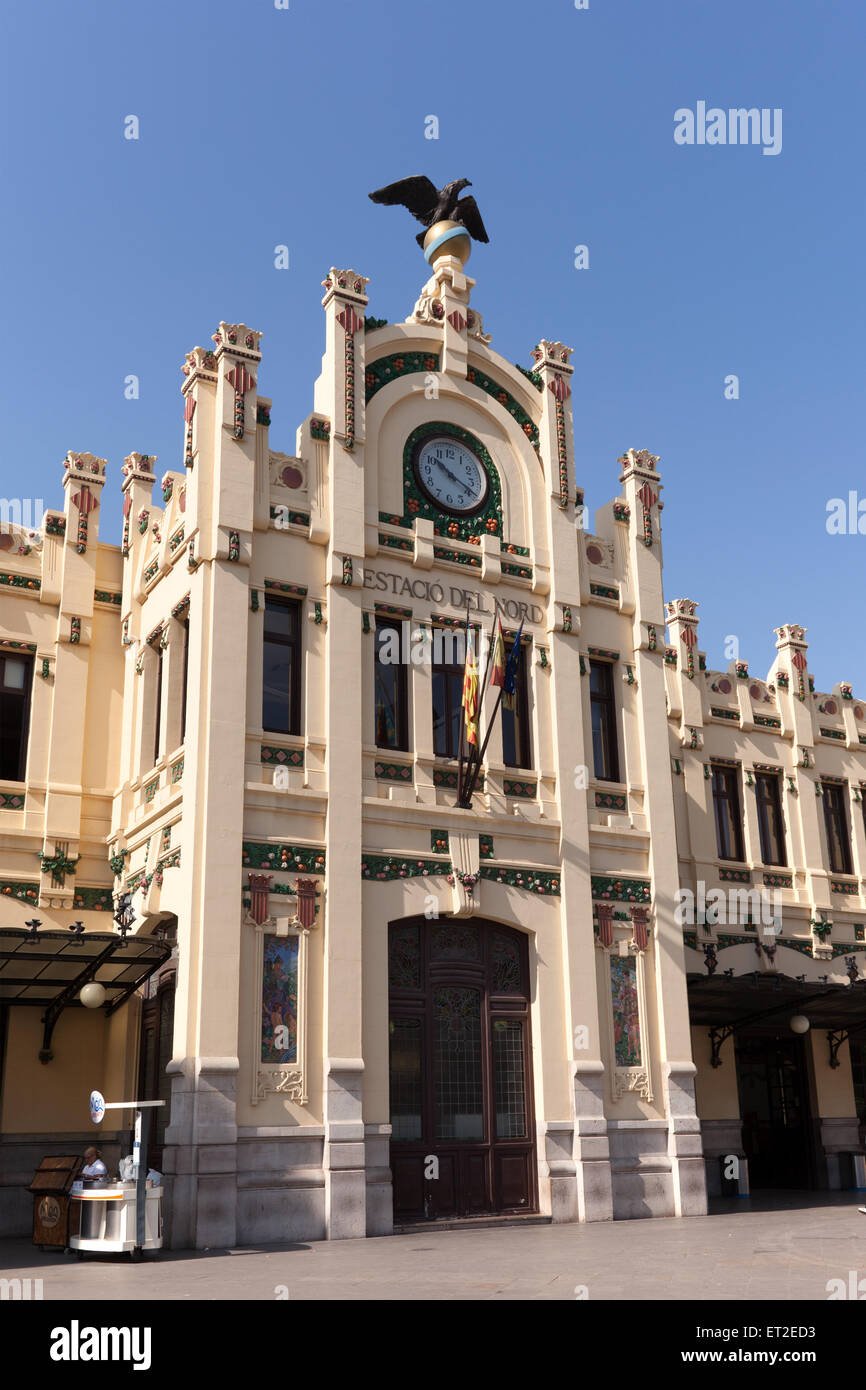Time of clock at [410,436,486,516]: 10:19
